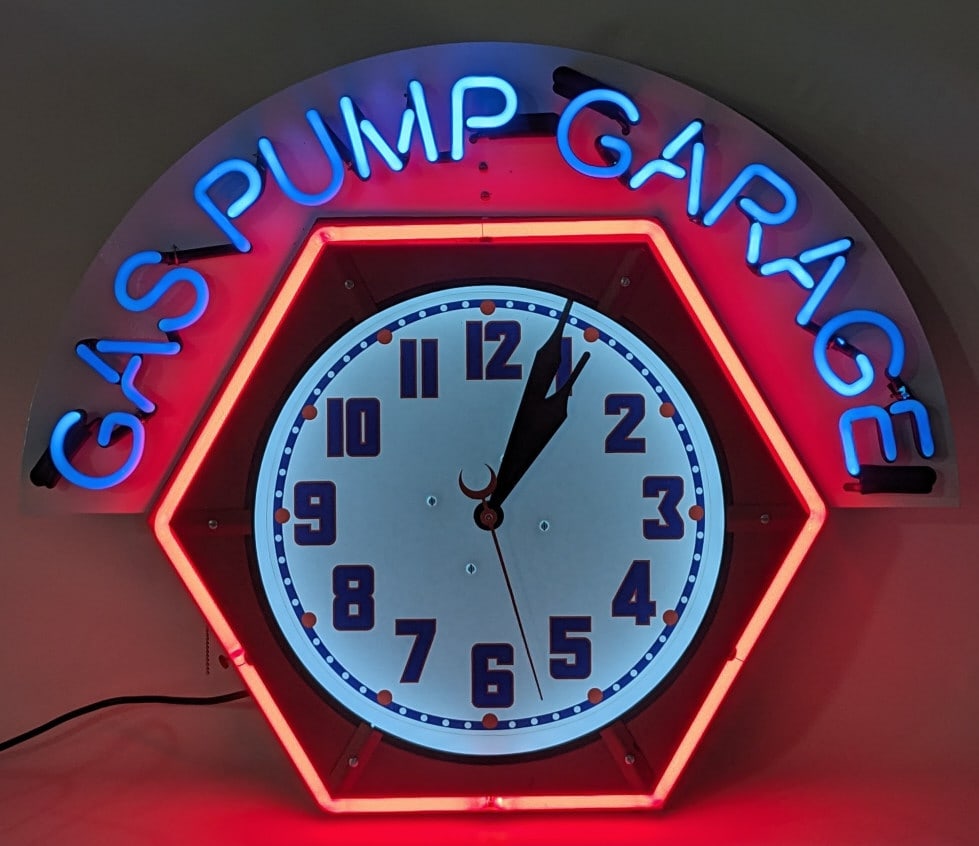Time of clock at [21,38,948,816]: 1:03
